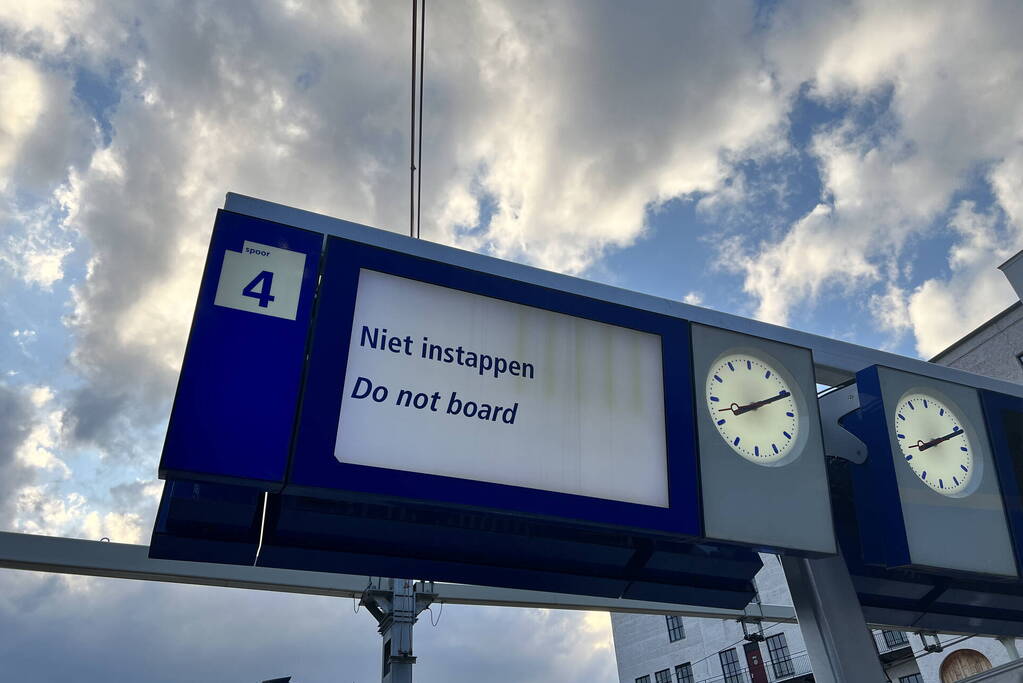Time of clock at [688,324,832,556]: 8:10
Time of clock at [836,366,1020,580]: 8:10
